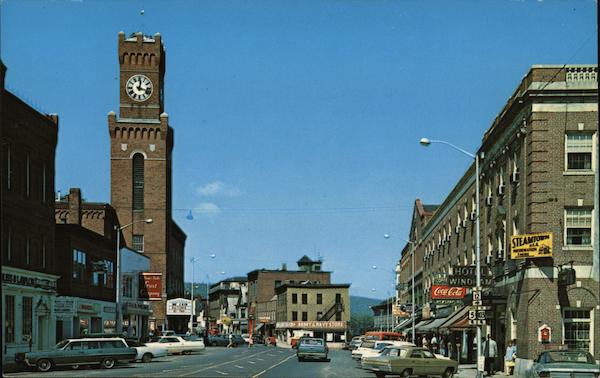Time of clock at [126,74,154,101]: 12:17
